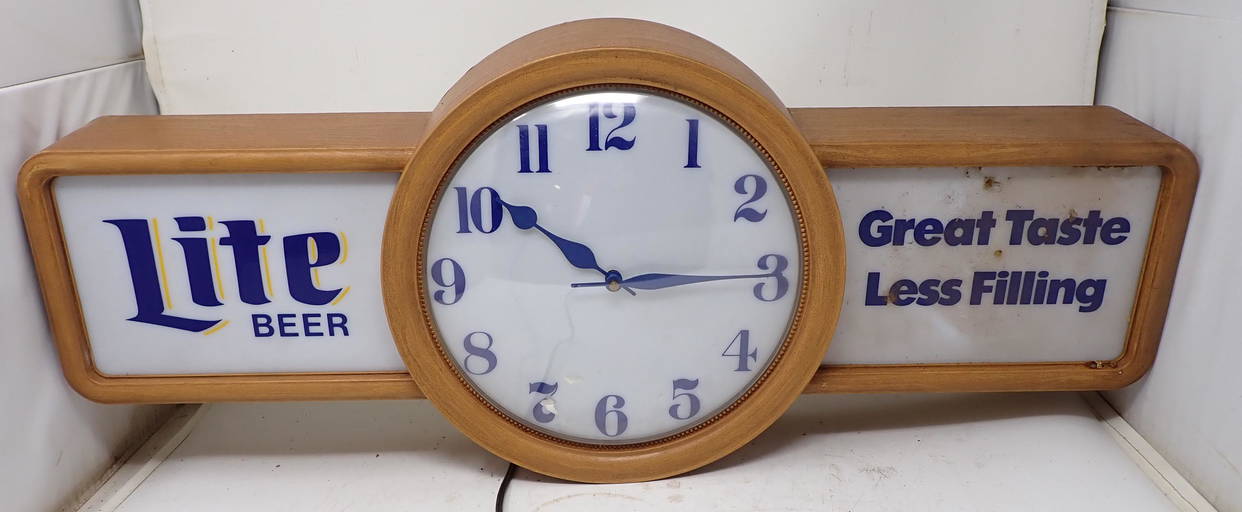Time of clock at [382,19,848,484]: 10:14
